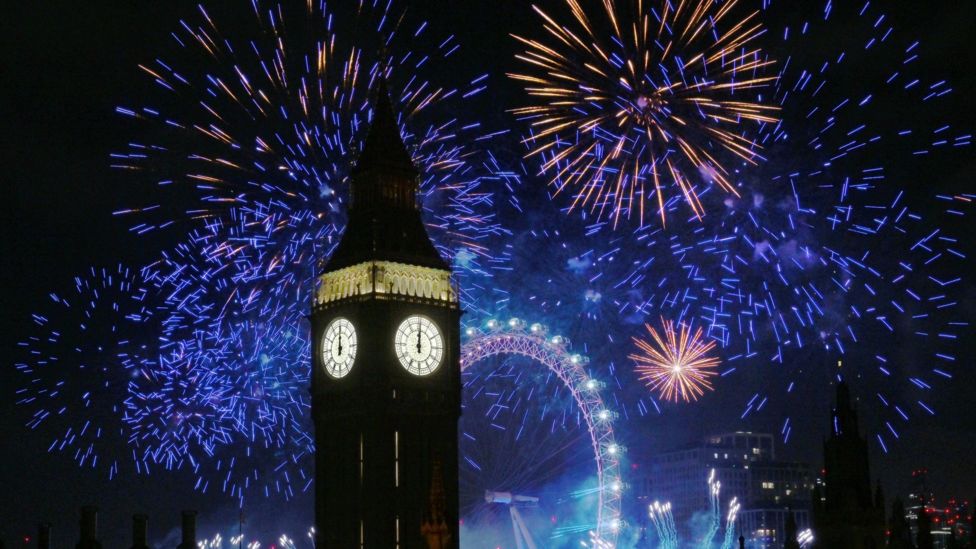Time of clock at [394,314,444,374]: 12:00
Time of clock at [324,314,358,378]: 12:00
